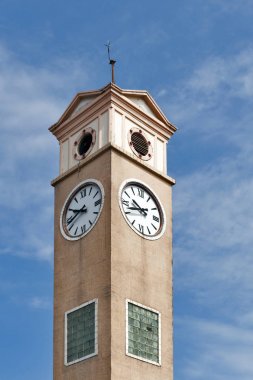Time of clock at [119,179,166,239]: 9:42
